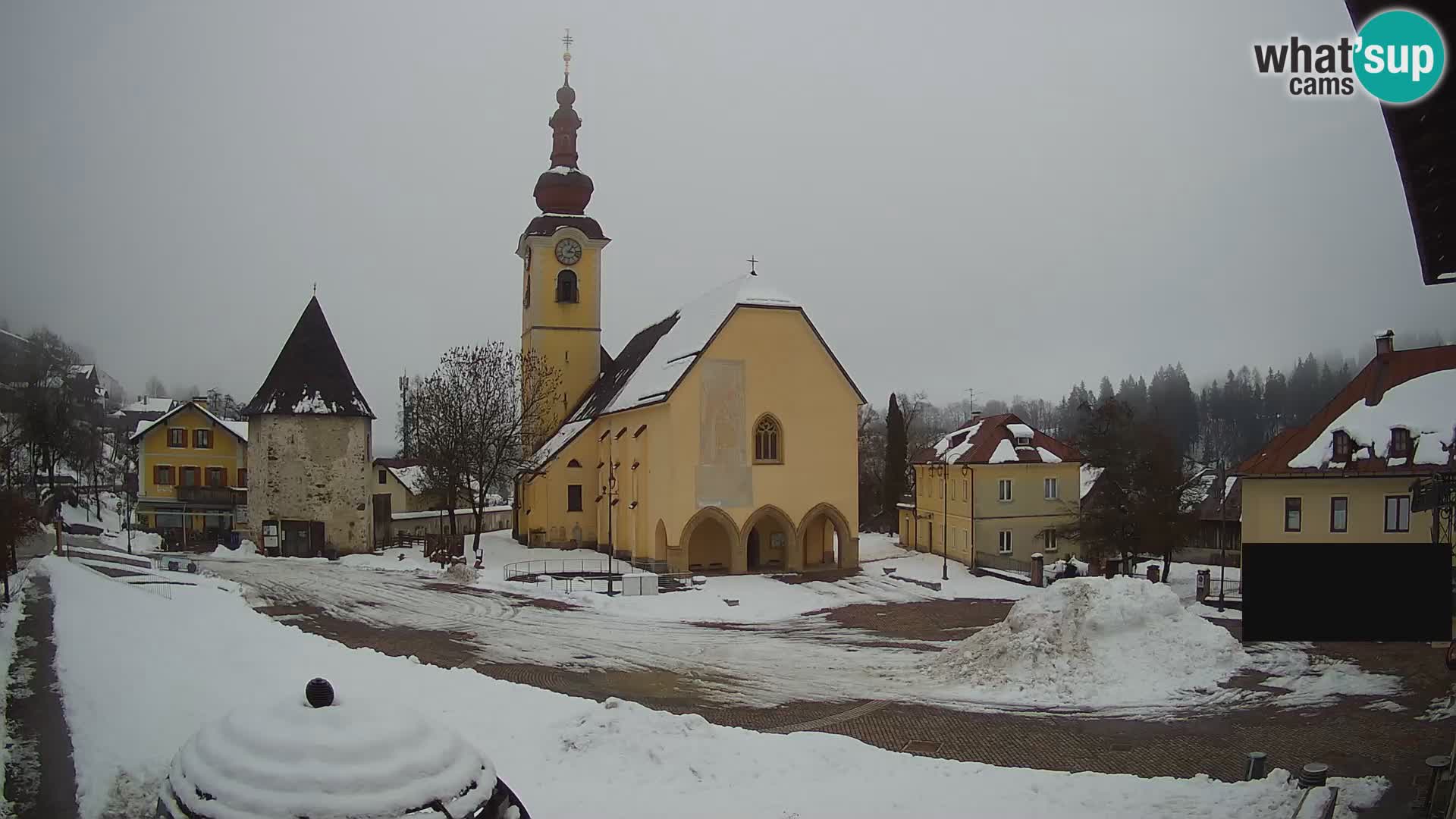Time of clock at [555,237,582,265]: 1:16
